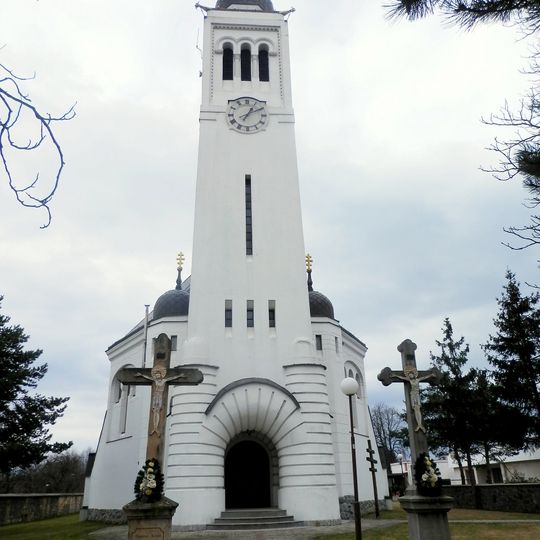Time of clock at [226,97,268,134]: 1:10
